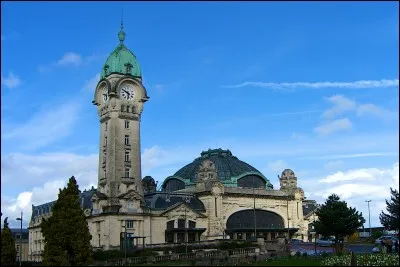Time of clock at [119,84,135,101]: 5:49
